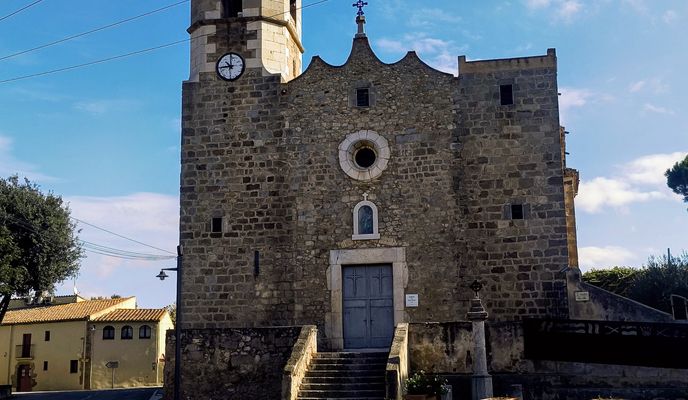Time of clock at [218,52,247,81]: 10:43
